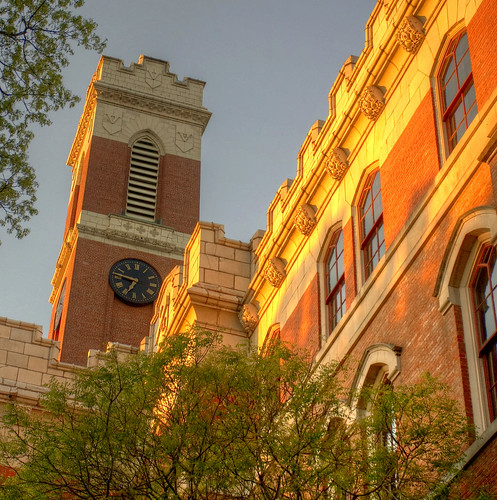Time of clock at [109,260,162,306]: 6:46
